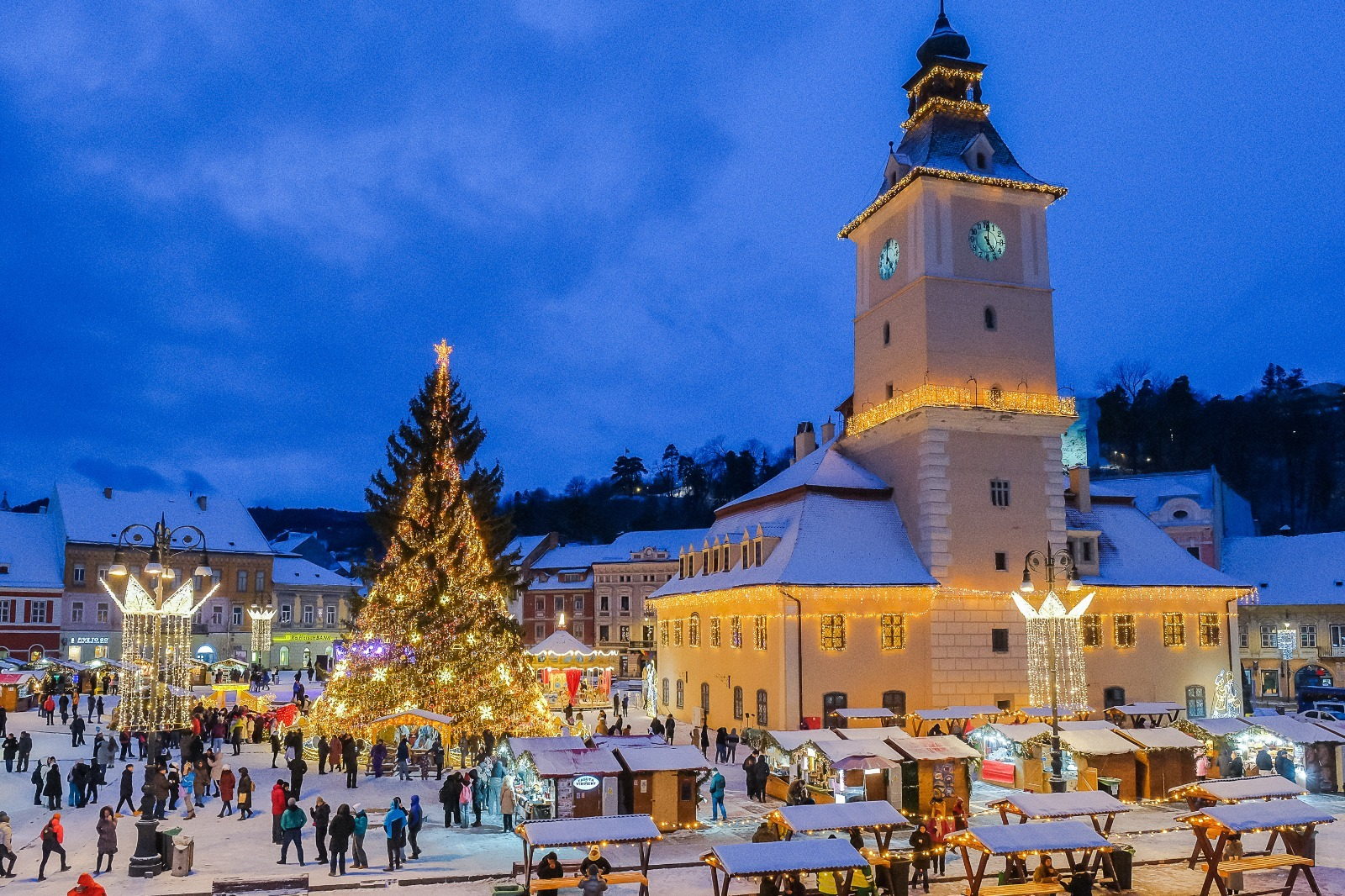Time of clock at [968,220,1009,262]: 5:01
